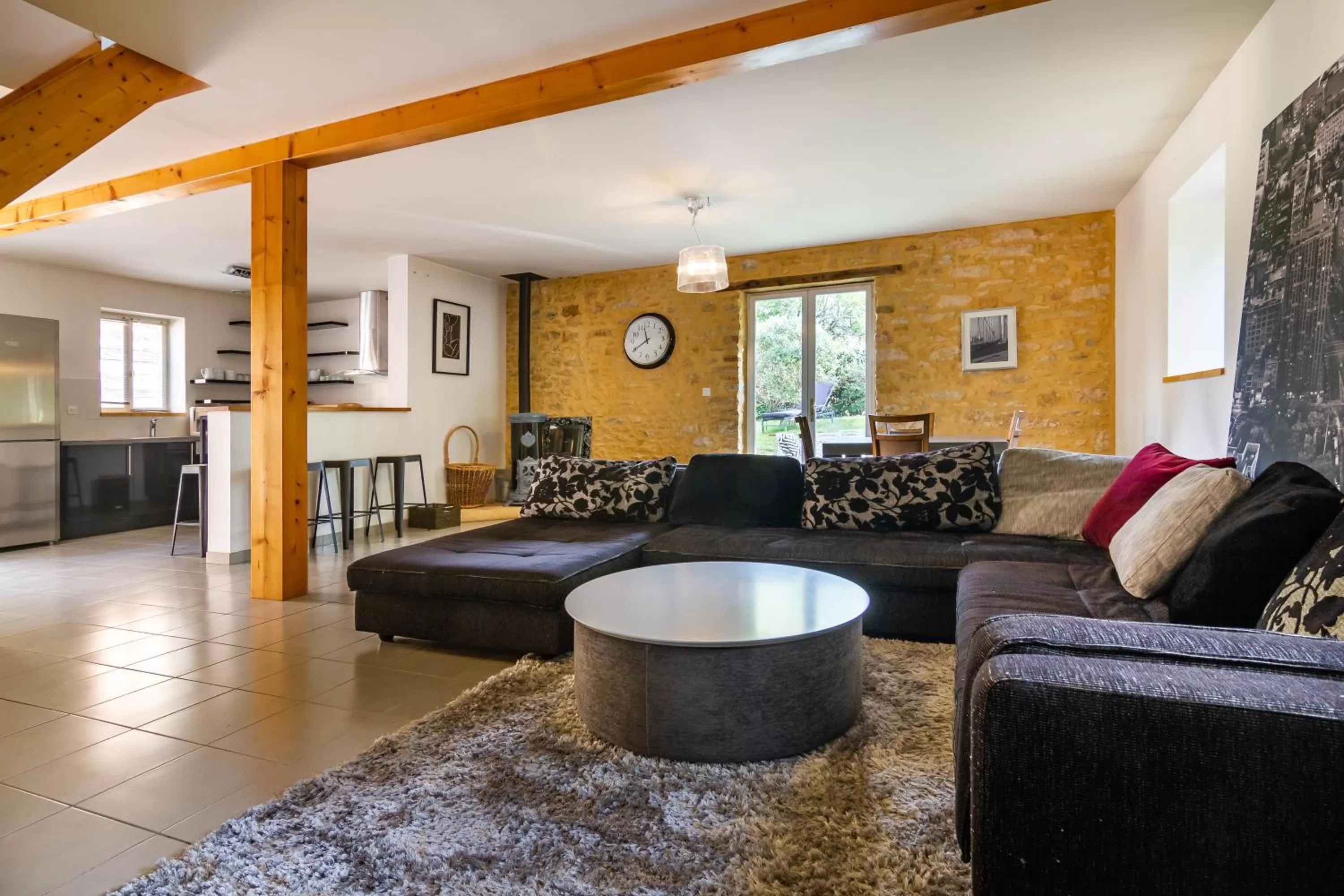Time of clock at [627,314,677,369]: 11:40
